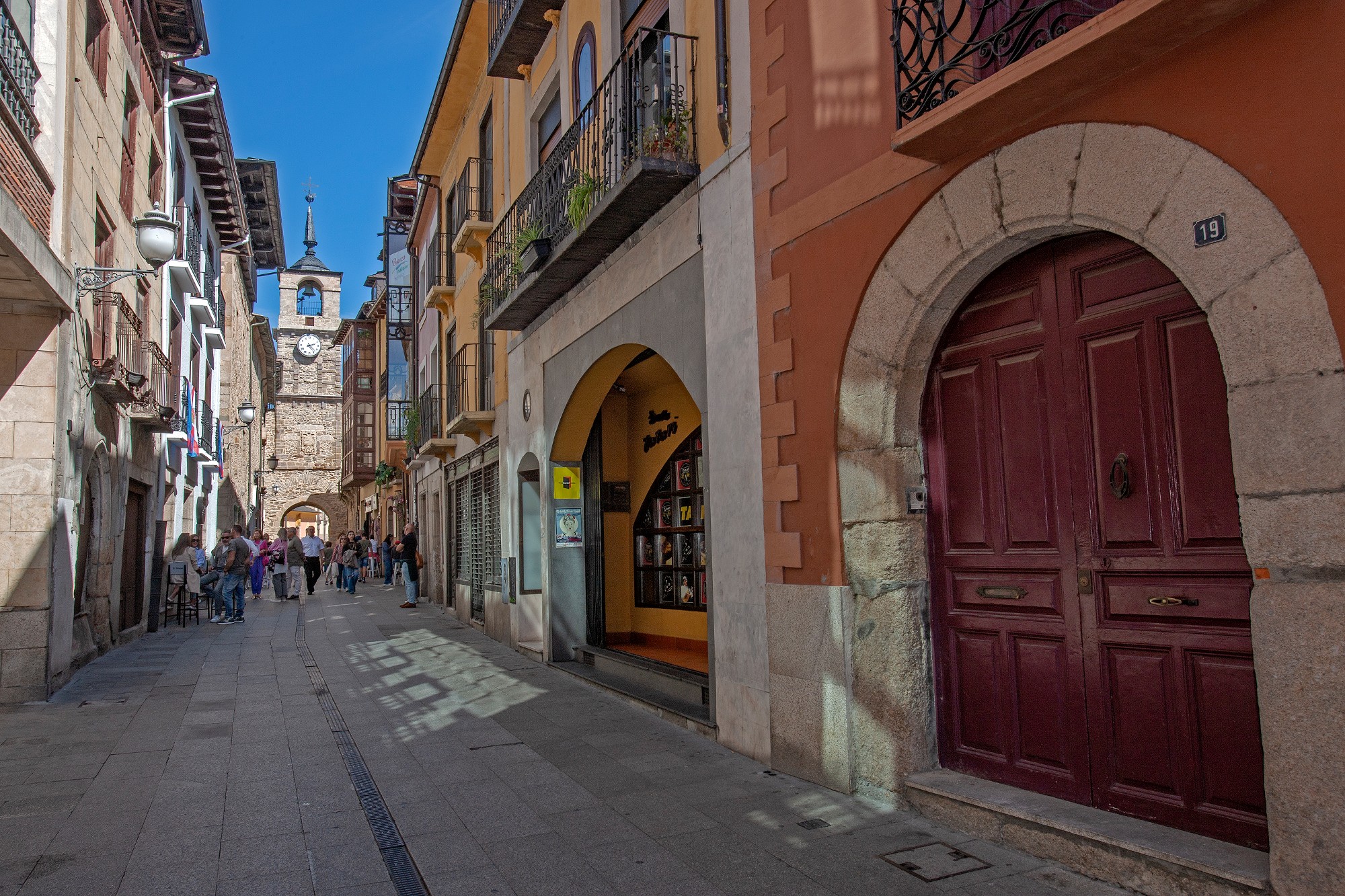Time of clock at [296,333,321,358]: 2:23
